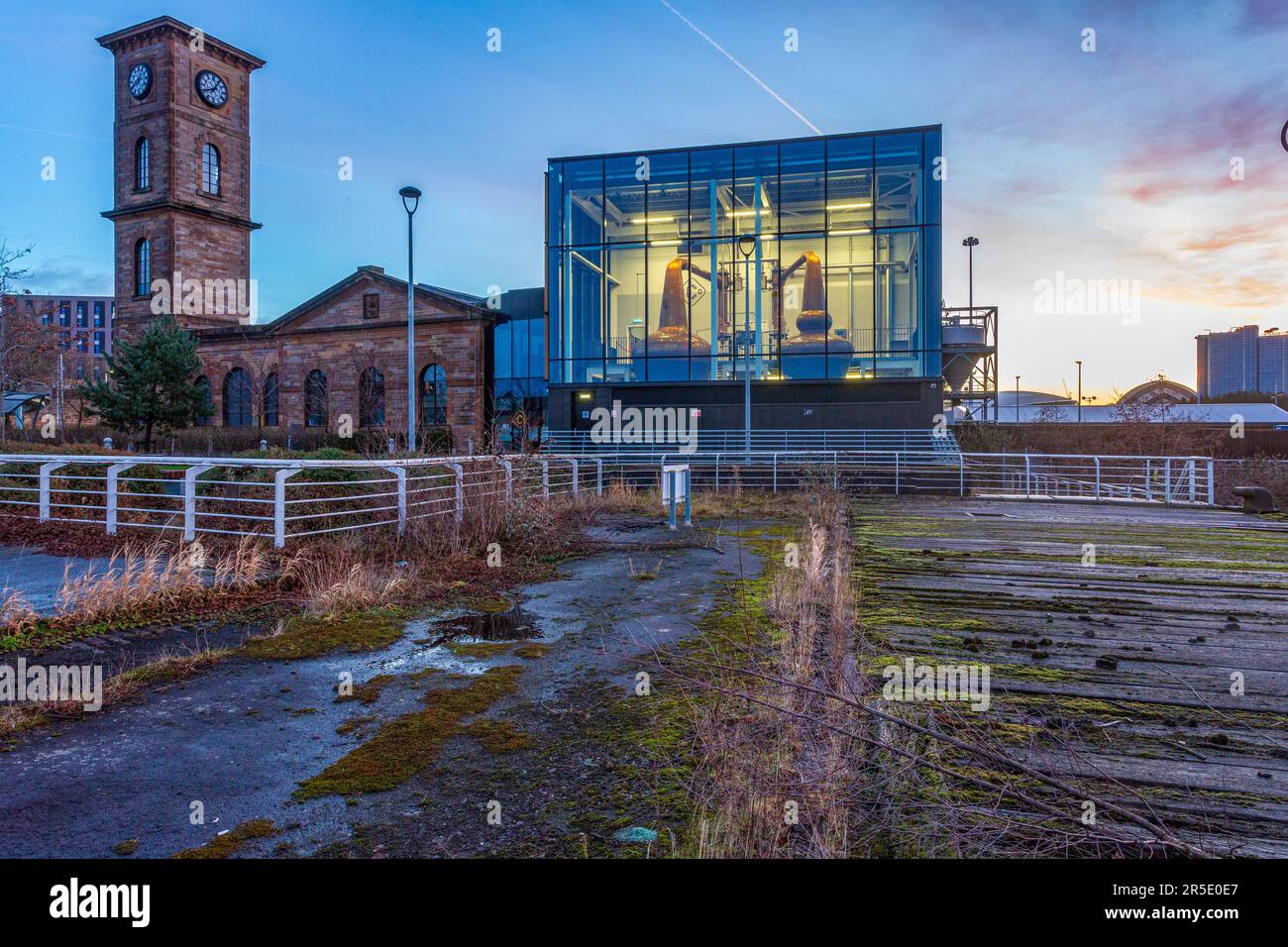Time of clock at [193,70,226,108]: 8:06
